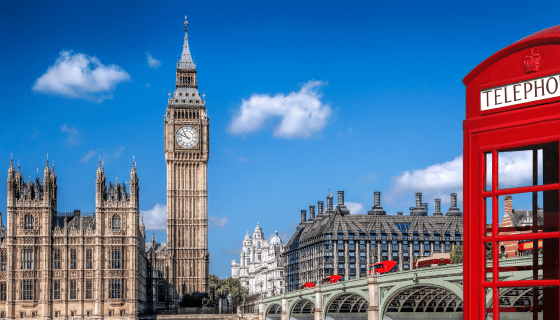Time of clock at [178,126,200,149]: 10:48
